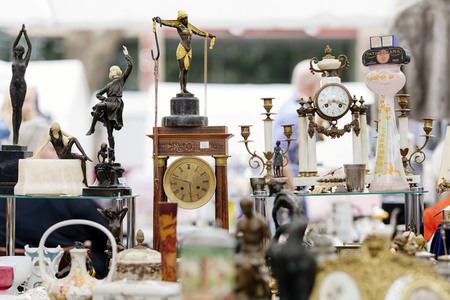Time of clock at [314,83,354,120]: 8:17
